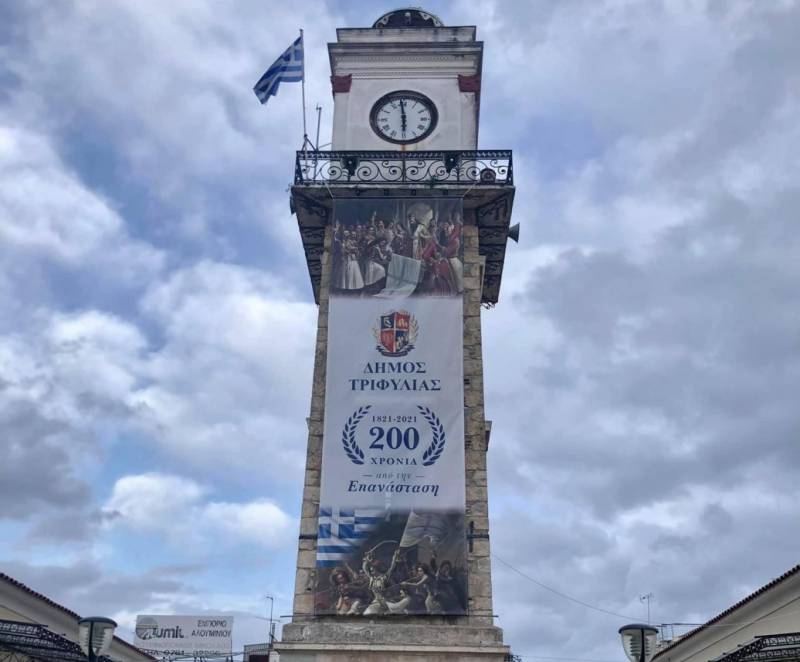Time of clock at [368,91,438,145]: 5:58
